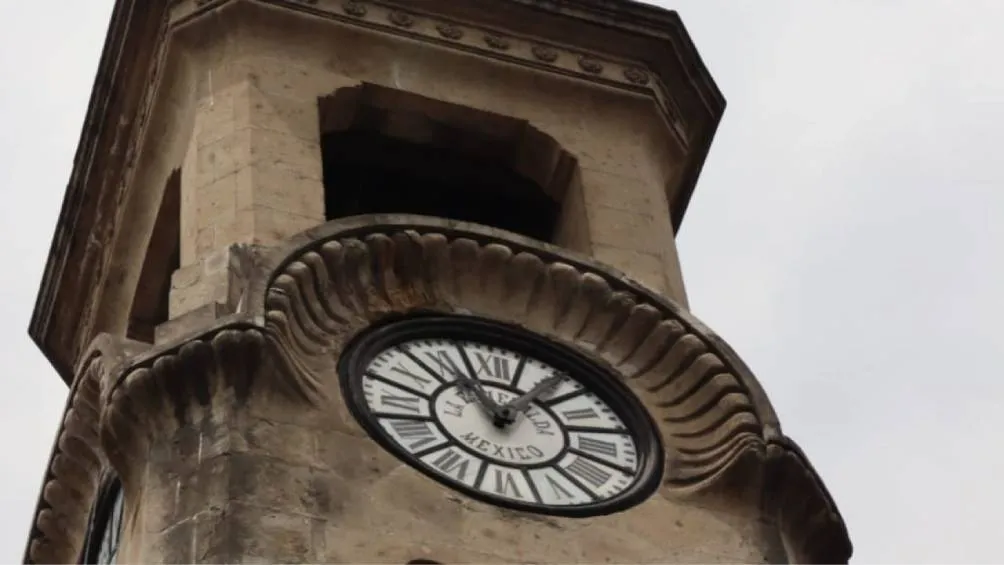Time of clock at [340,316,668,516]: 11:07
